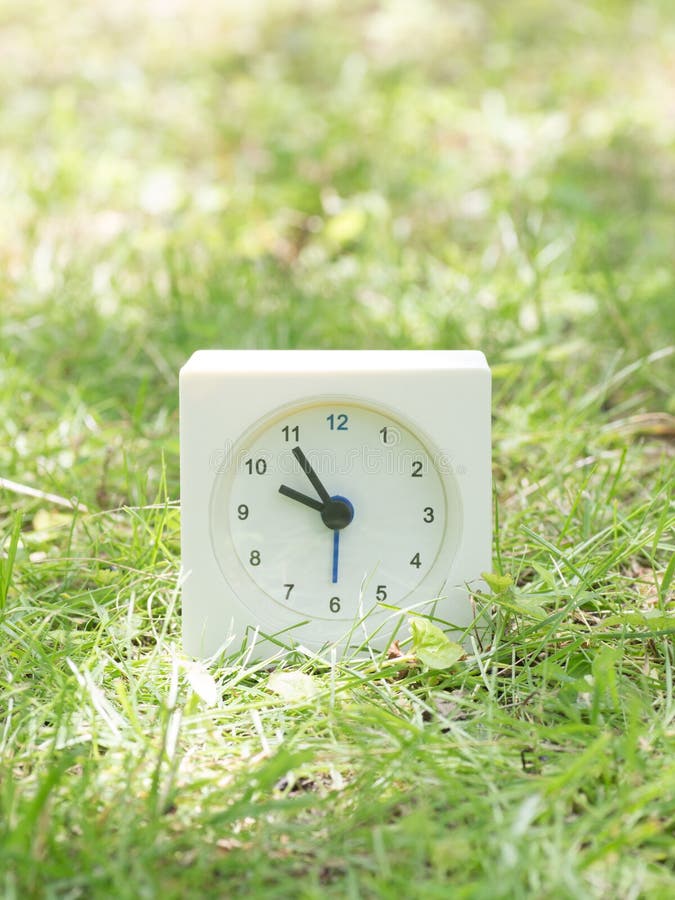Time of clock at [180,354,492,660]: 9:54
